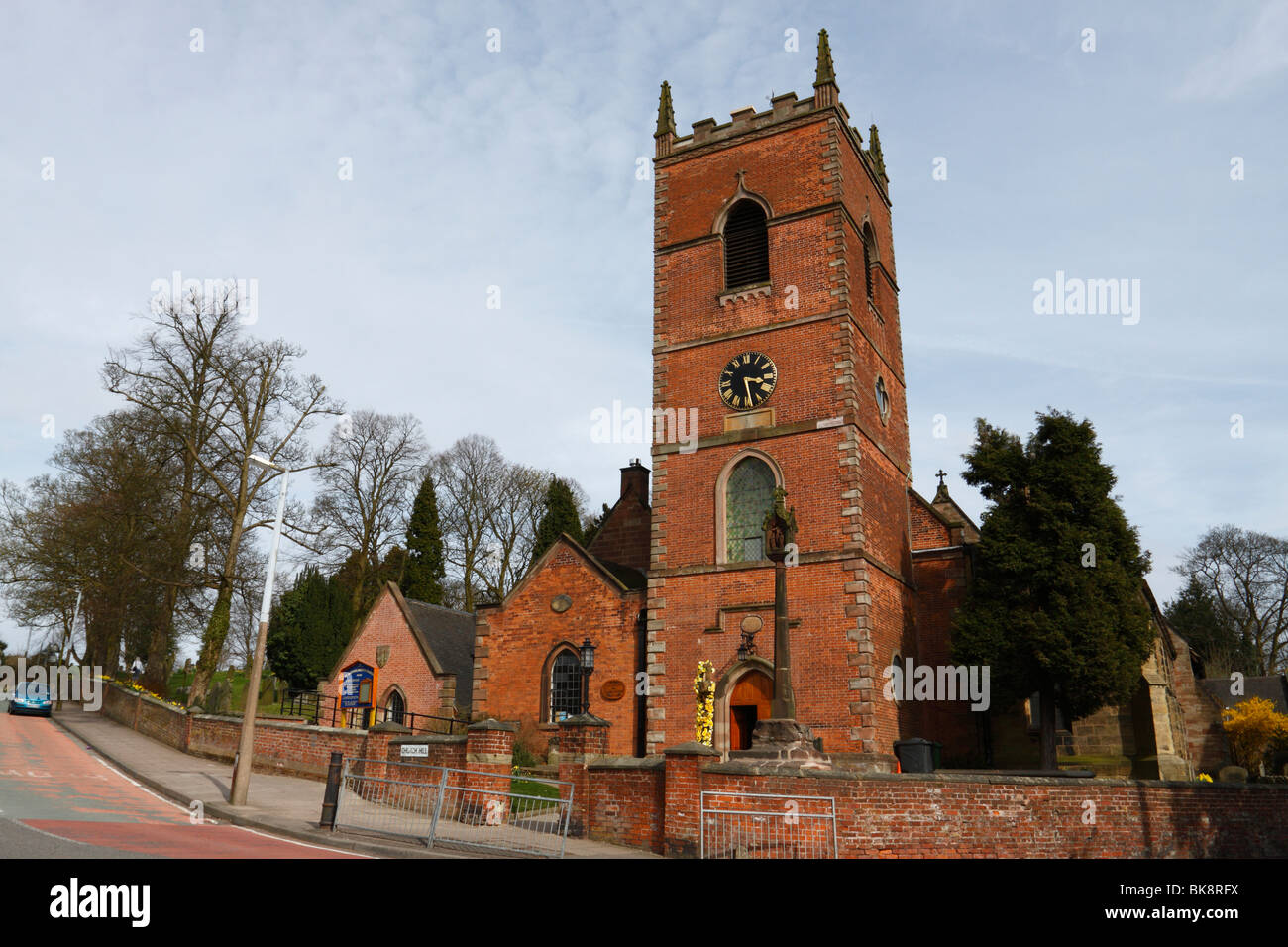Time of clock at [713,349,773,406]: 3:28
